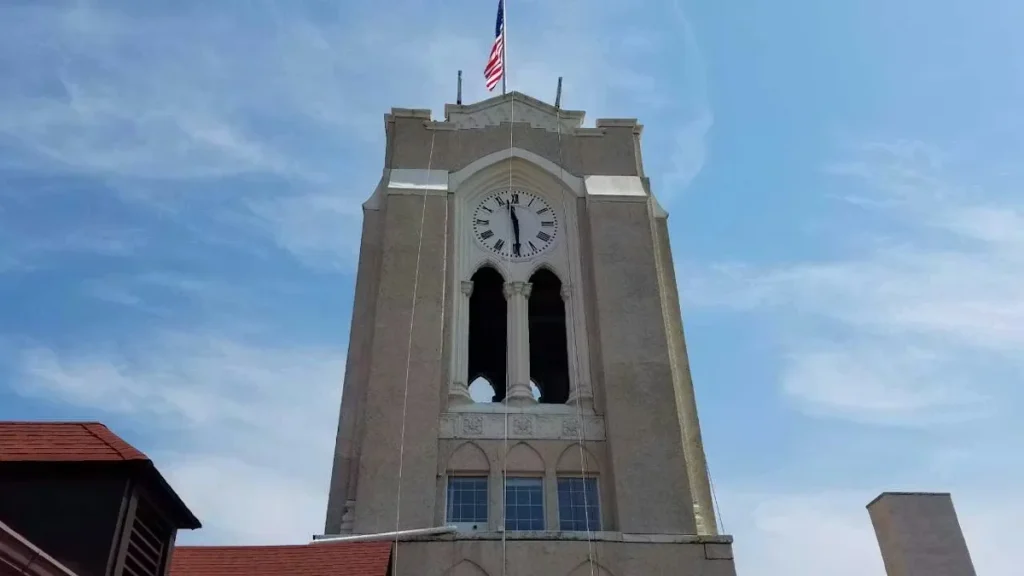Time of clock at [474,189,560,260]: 11:29
